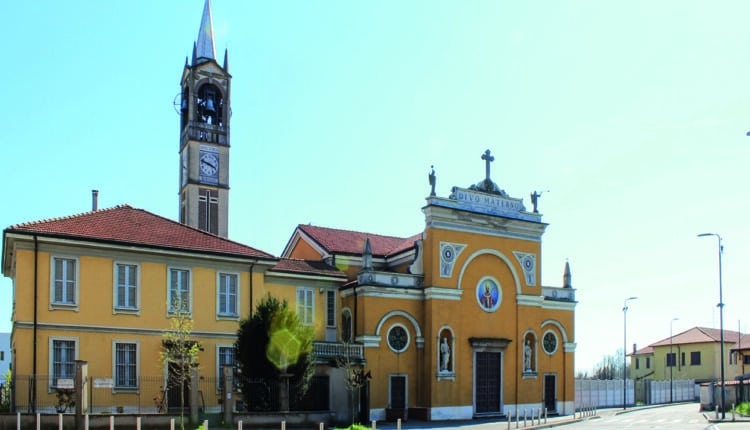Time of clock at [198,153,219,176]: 3:48
